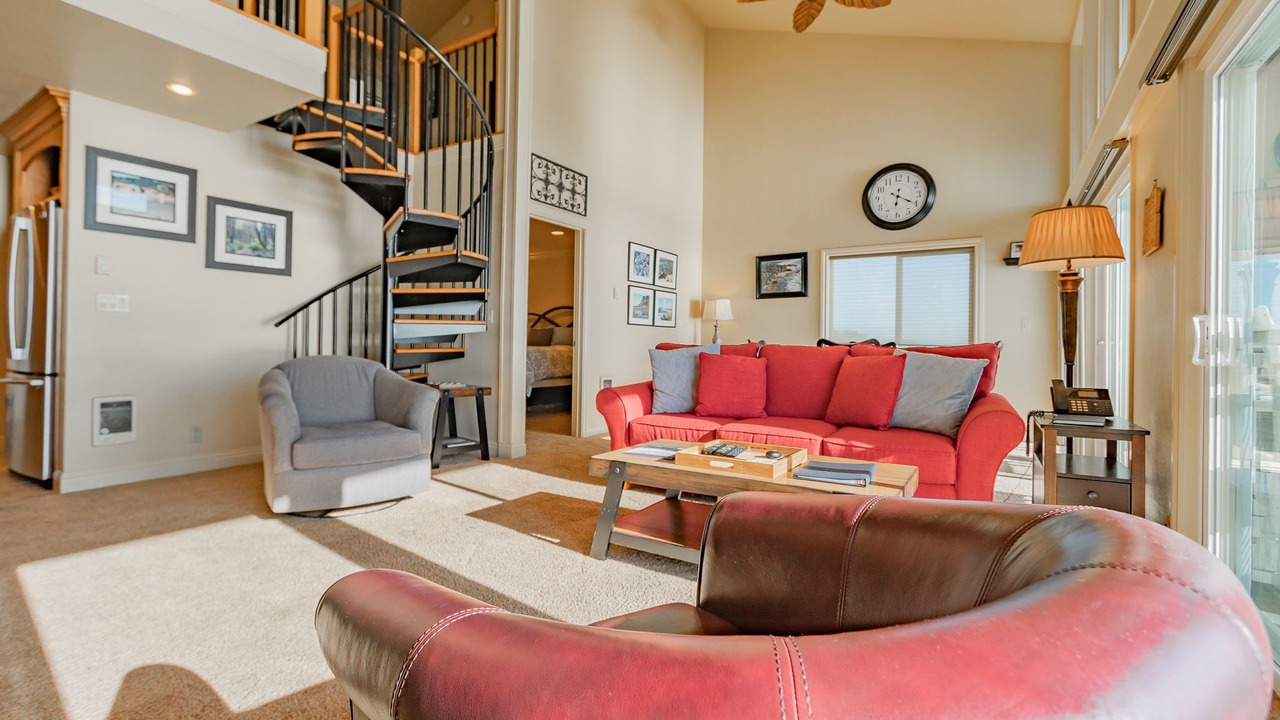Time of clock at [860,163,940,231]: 6:20
